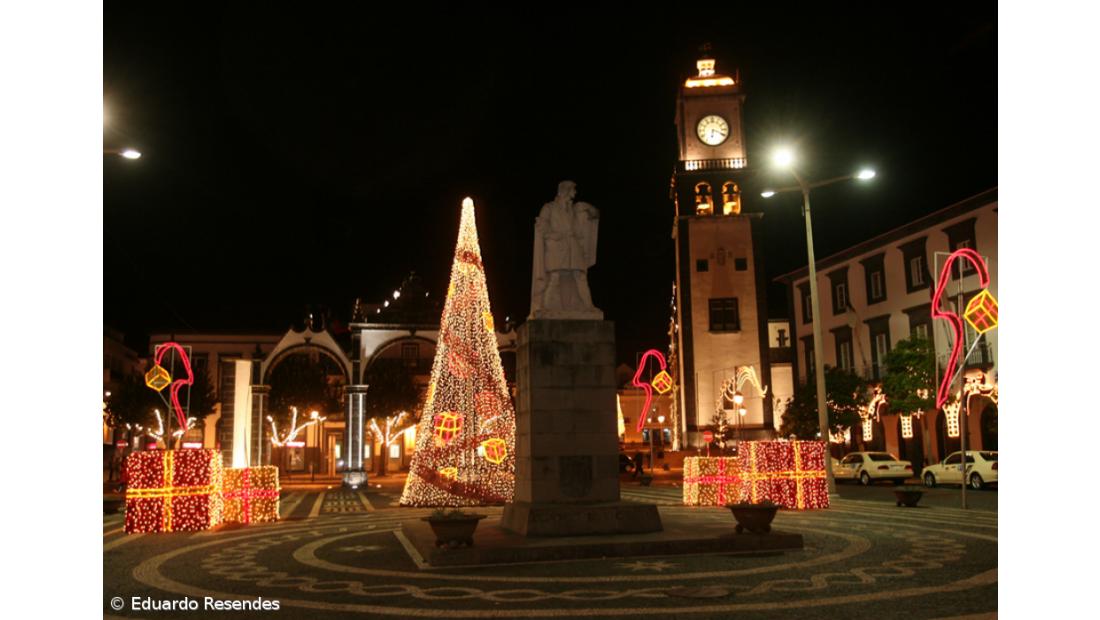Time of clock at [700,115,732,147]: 6:18
